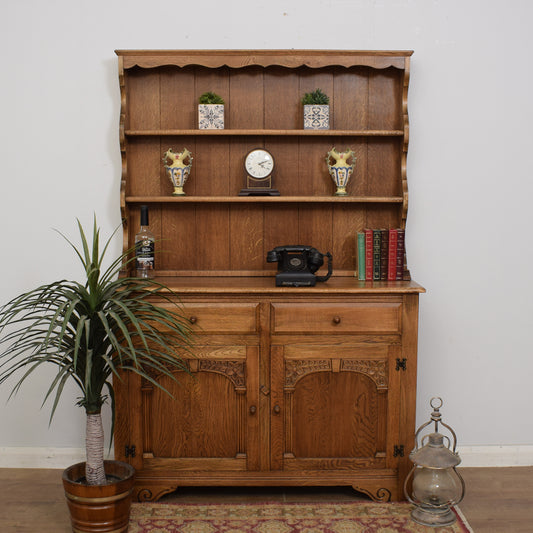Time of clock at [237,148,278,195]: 4:11
